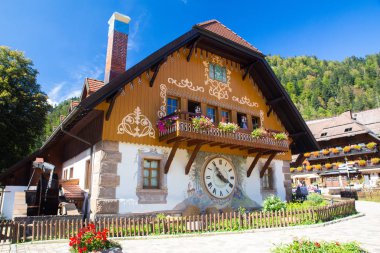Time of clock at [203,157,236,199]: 3:54
